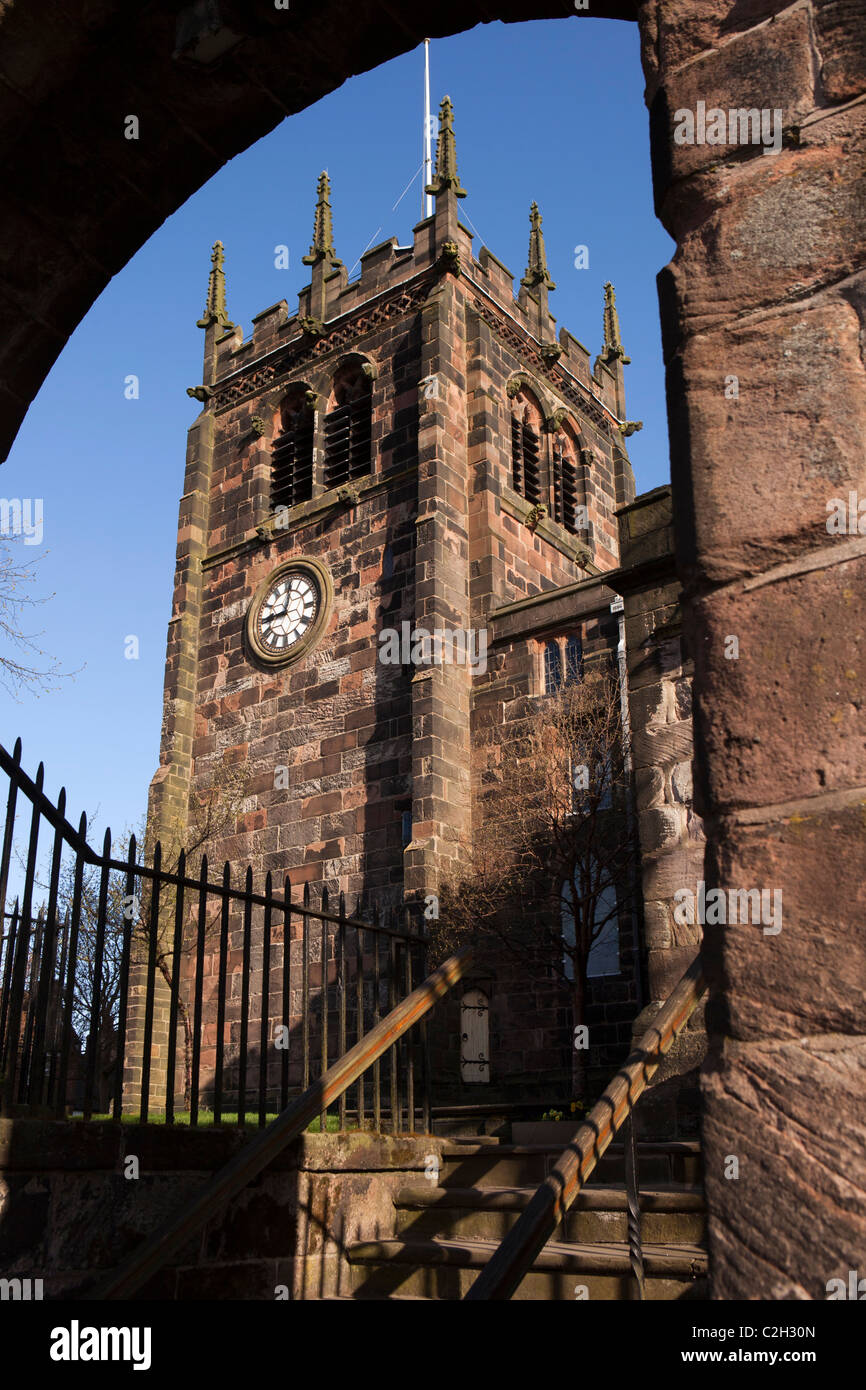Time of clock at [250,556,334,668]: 9:01
